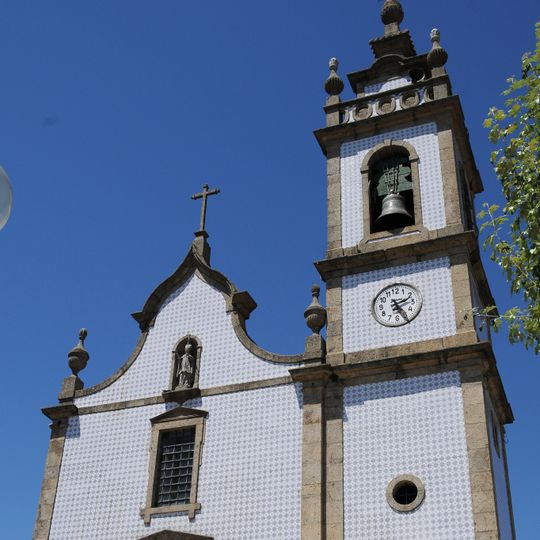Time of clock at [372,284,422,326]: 2:25
